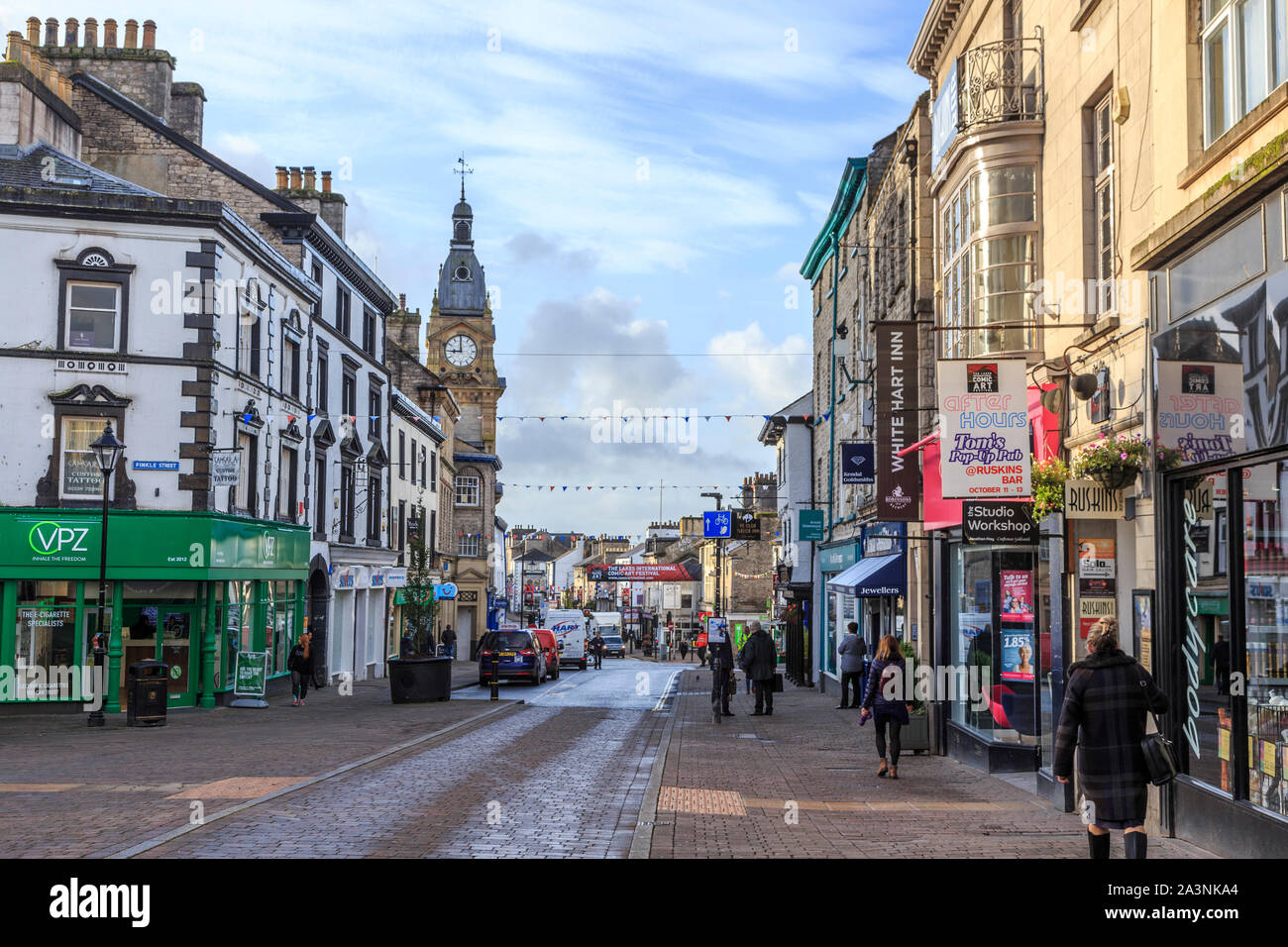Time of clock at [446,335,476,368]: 8:59
